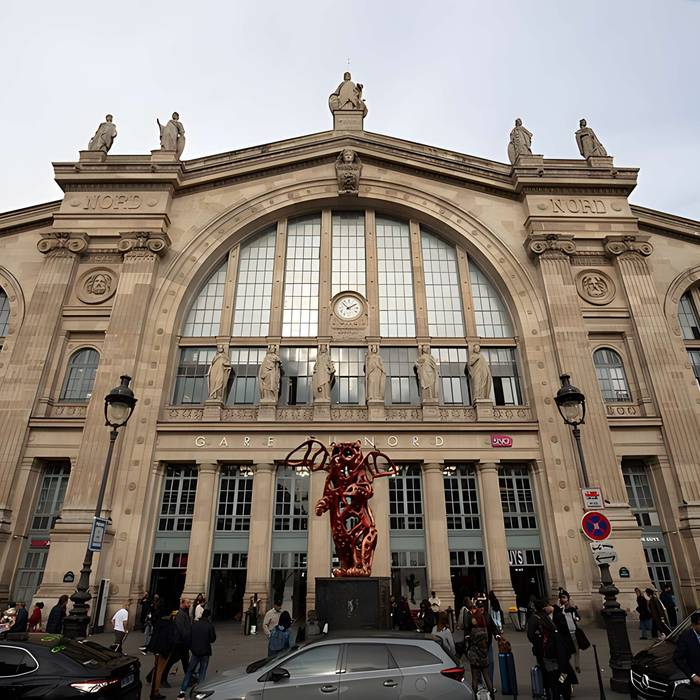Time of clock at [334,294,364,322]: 1:52
